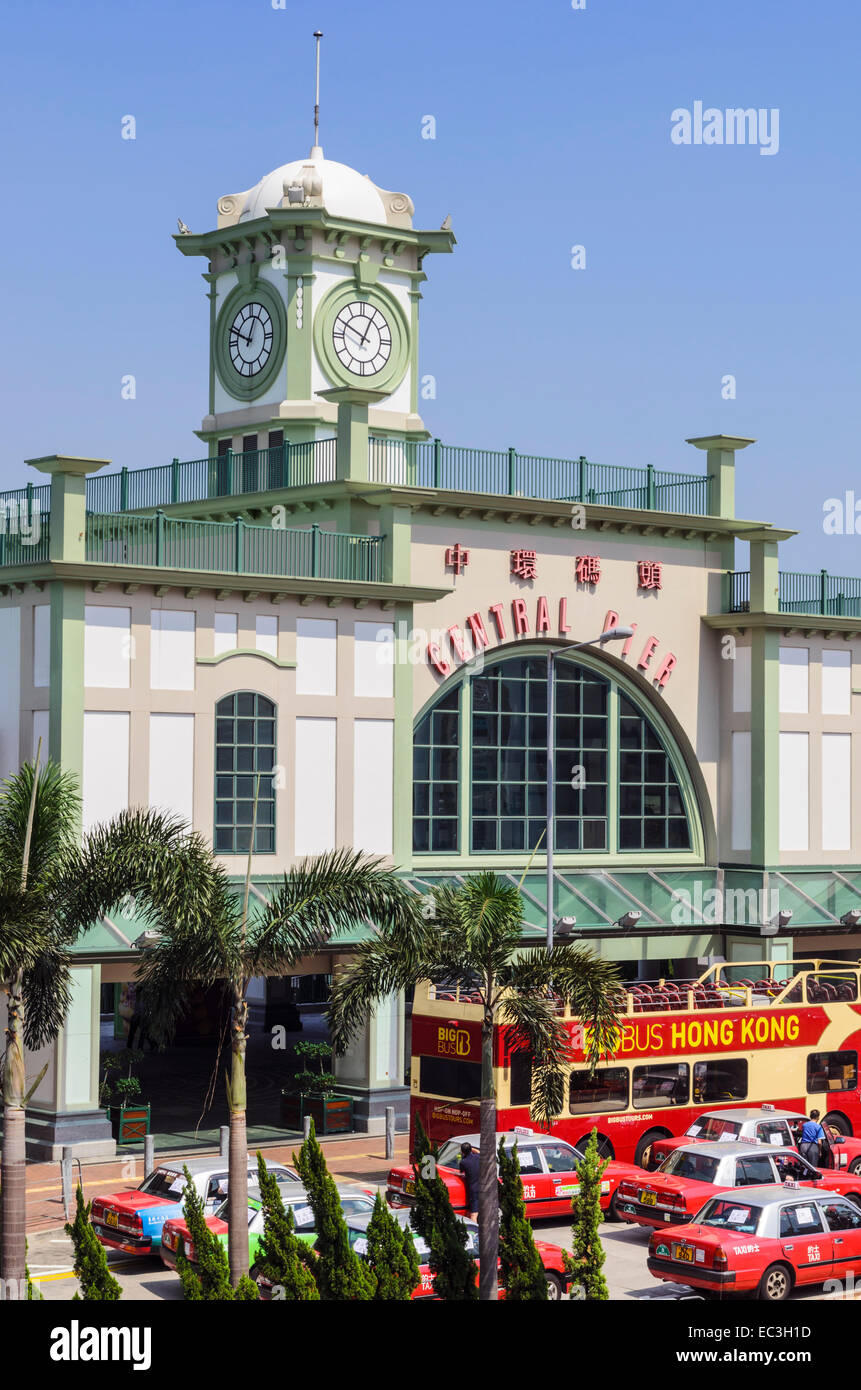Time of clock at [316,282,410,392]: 12:49
